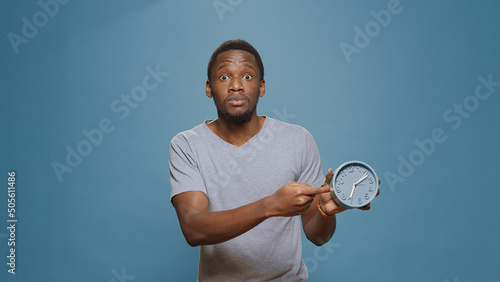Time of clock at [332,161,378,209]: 7:12
